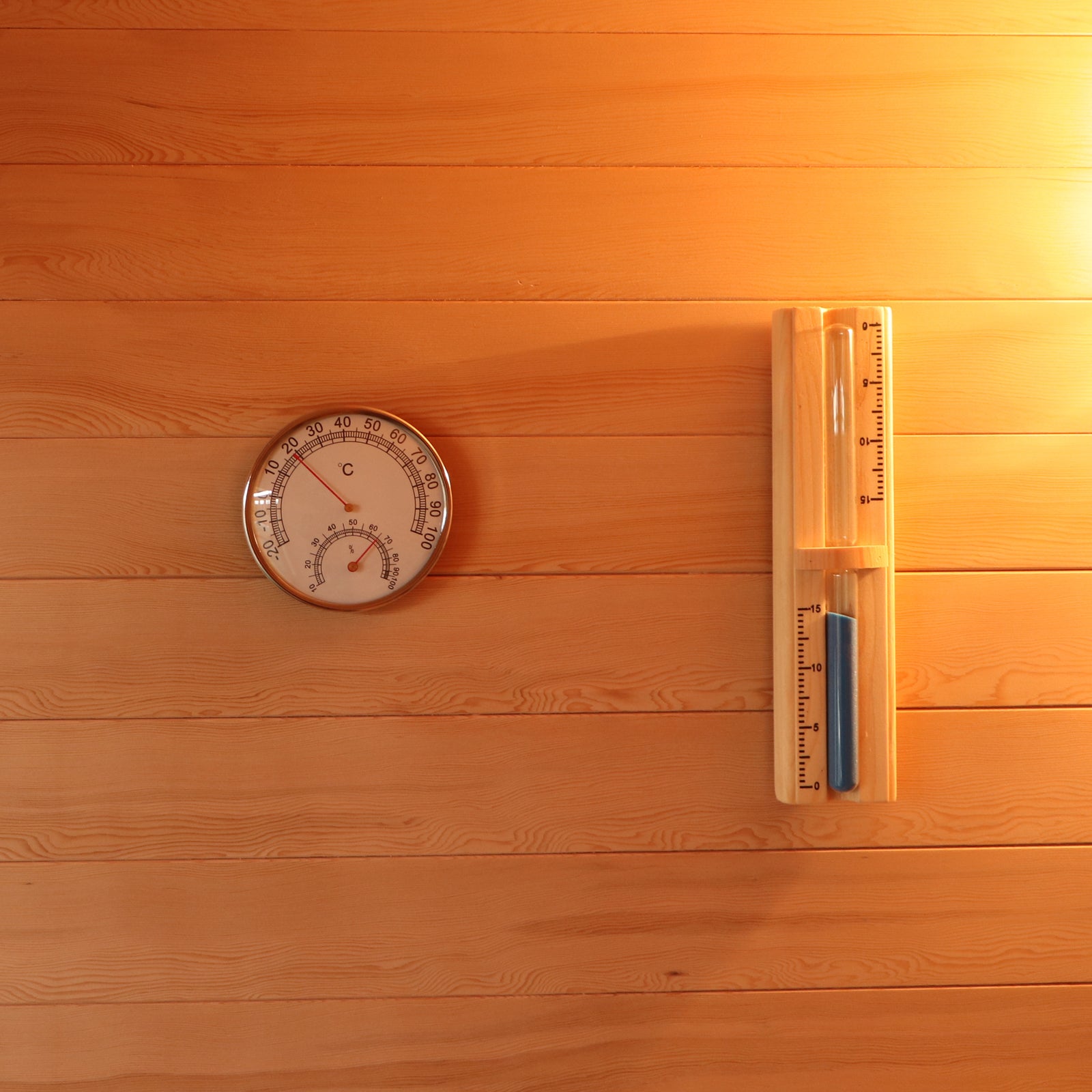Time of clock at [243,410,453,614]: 4:52
